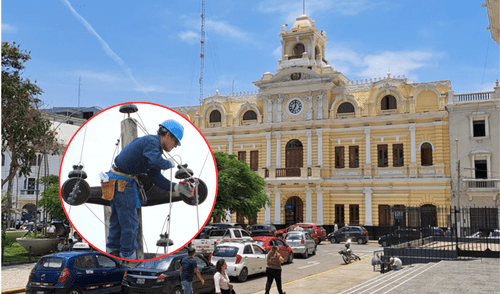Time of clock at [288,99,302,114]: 7:00
